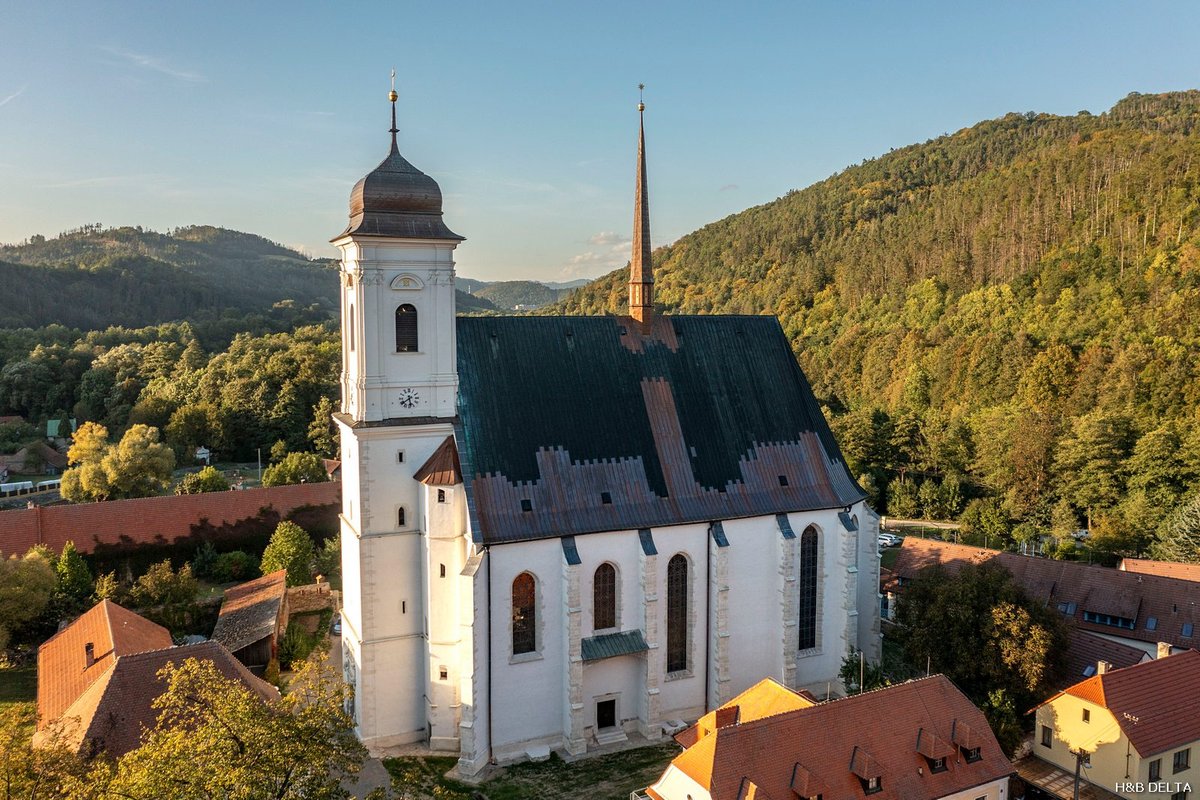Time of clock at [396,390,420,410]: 5:38
